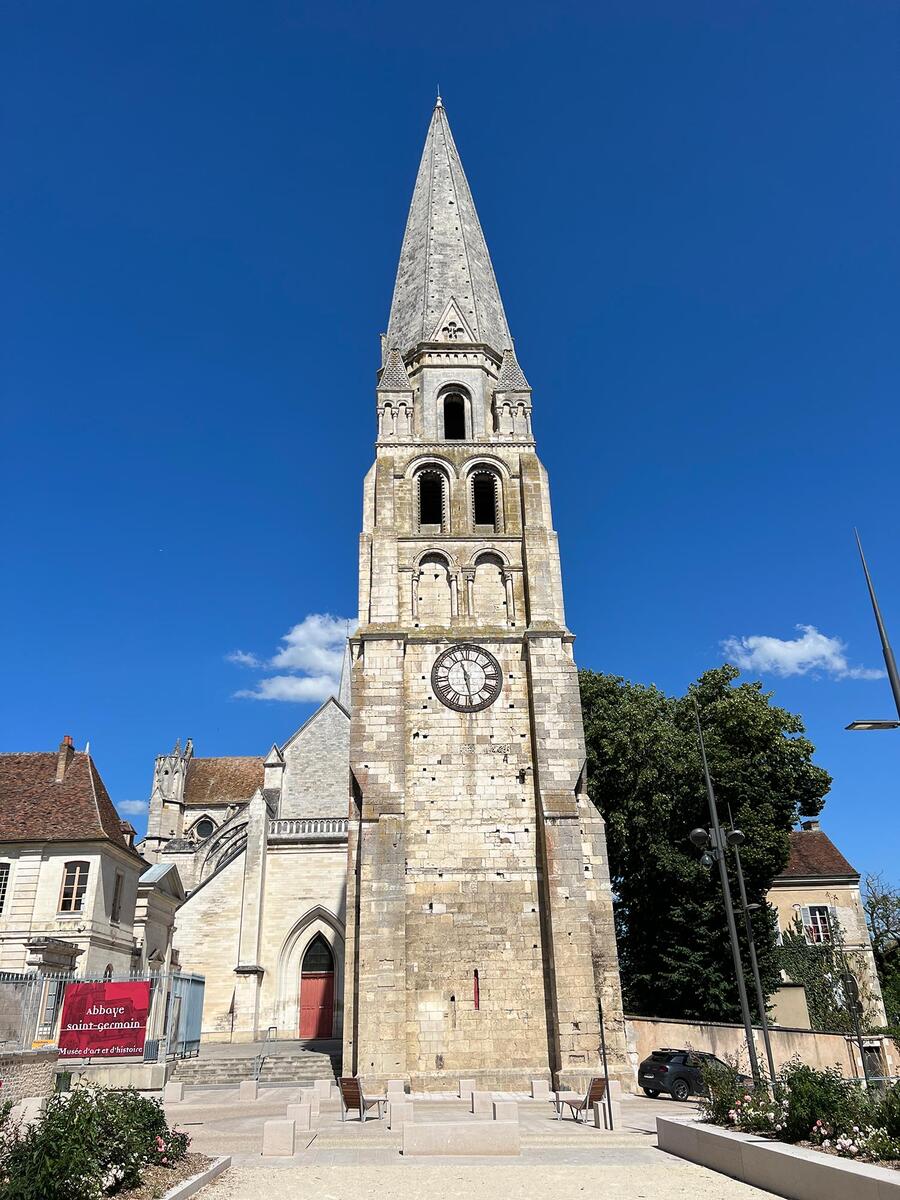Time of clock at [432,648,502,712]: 11:28
